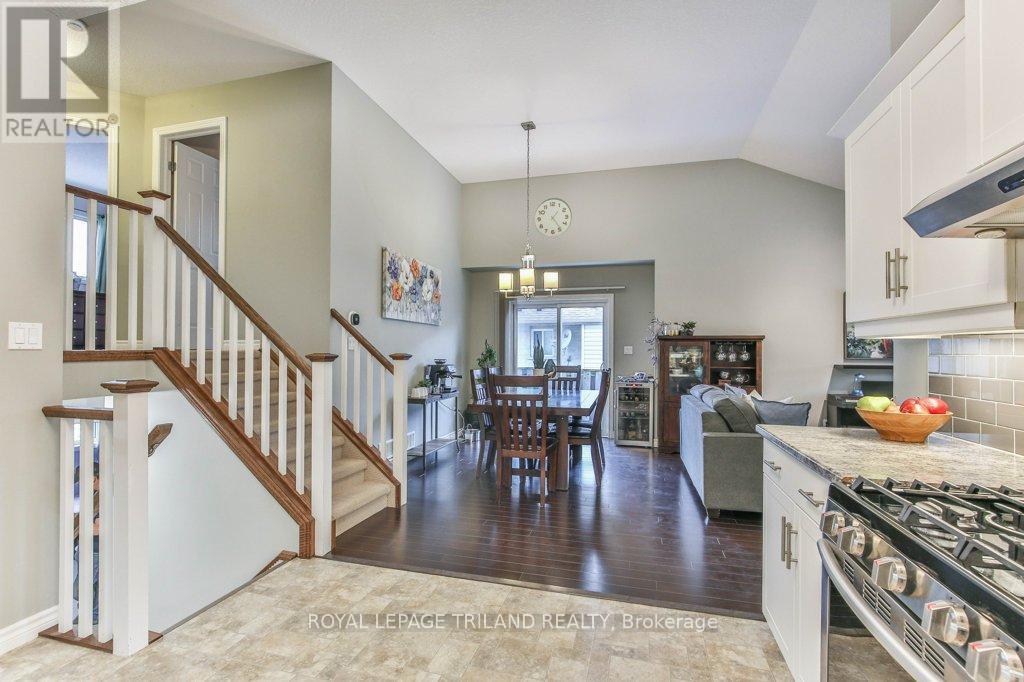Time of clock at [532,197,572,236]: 1:24
